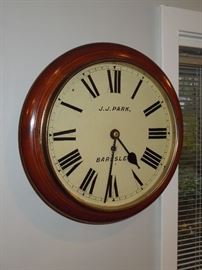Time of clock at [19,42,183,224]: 4:31
